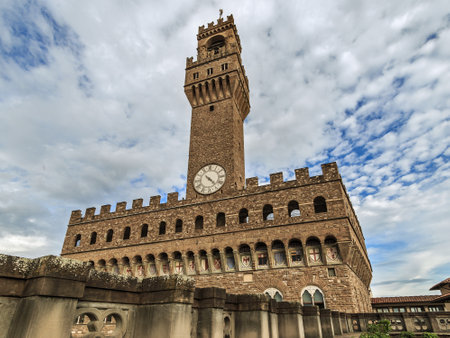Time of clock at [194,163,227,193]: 4:22
